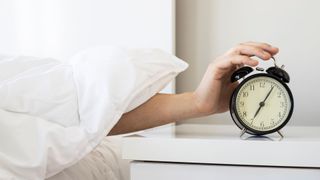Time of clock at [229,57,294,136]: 7:05
